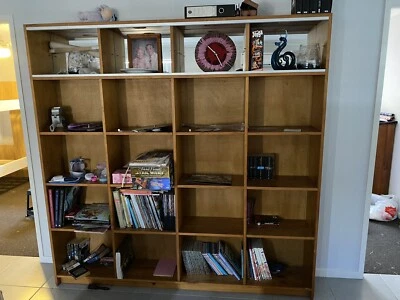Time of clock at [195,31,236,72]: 10:24
